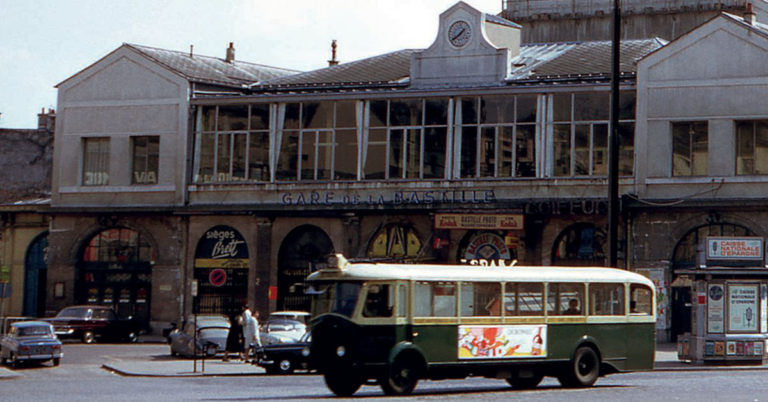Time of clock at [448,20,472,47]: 1:39
